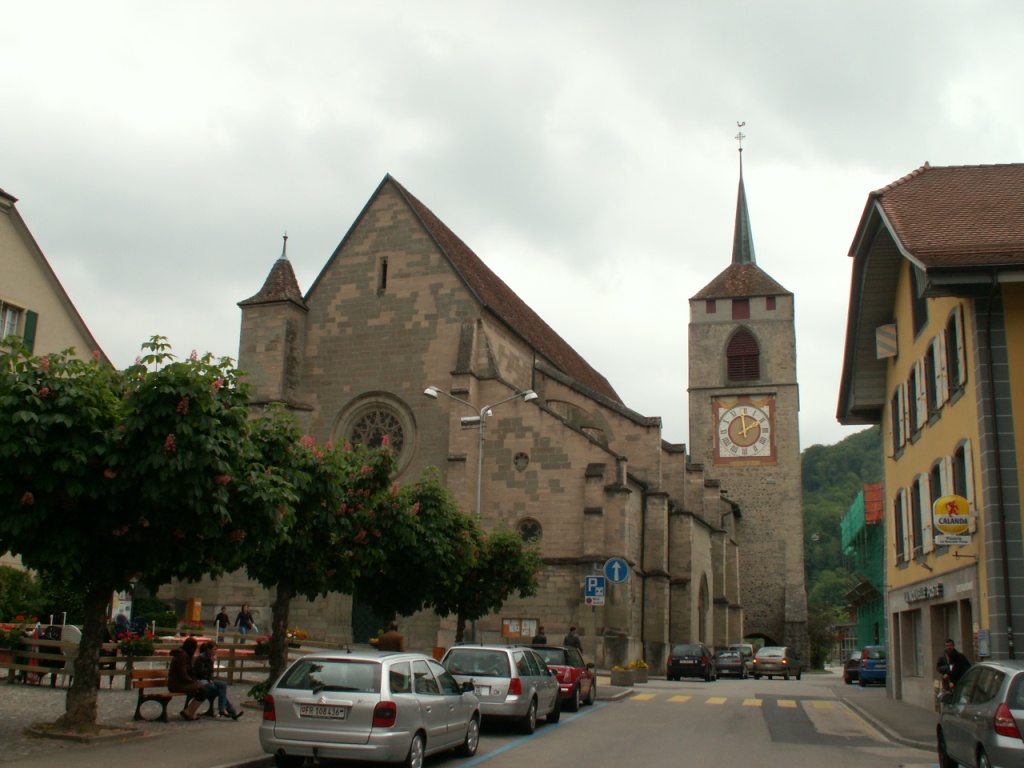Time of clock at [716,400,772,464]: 1:59
